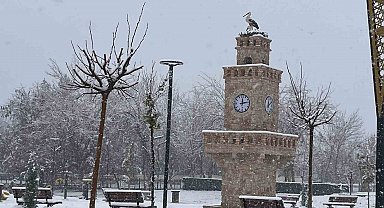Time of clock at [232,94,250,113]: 12:13
